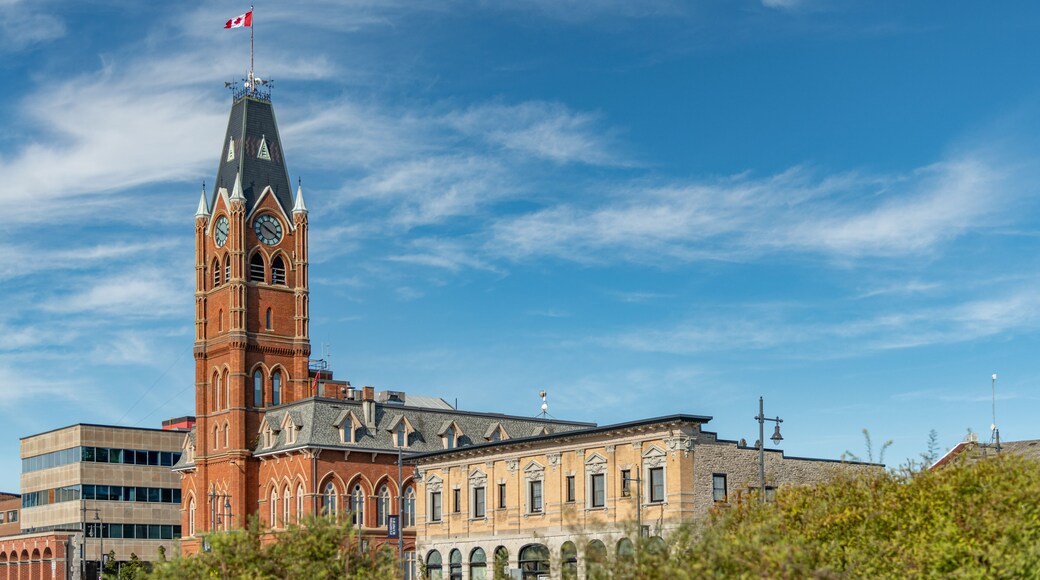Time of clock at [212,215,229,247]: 3:50
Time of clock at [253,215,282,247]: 3:50
